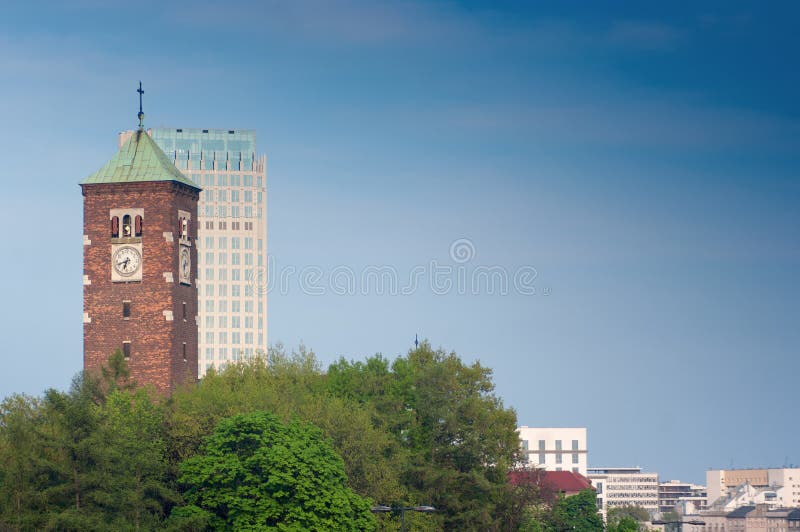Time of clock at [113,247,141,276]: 6:41
